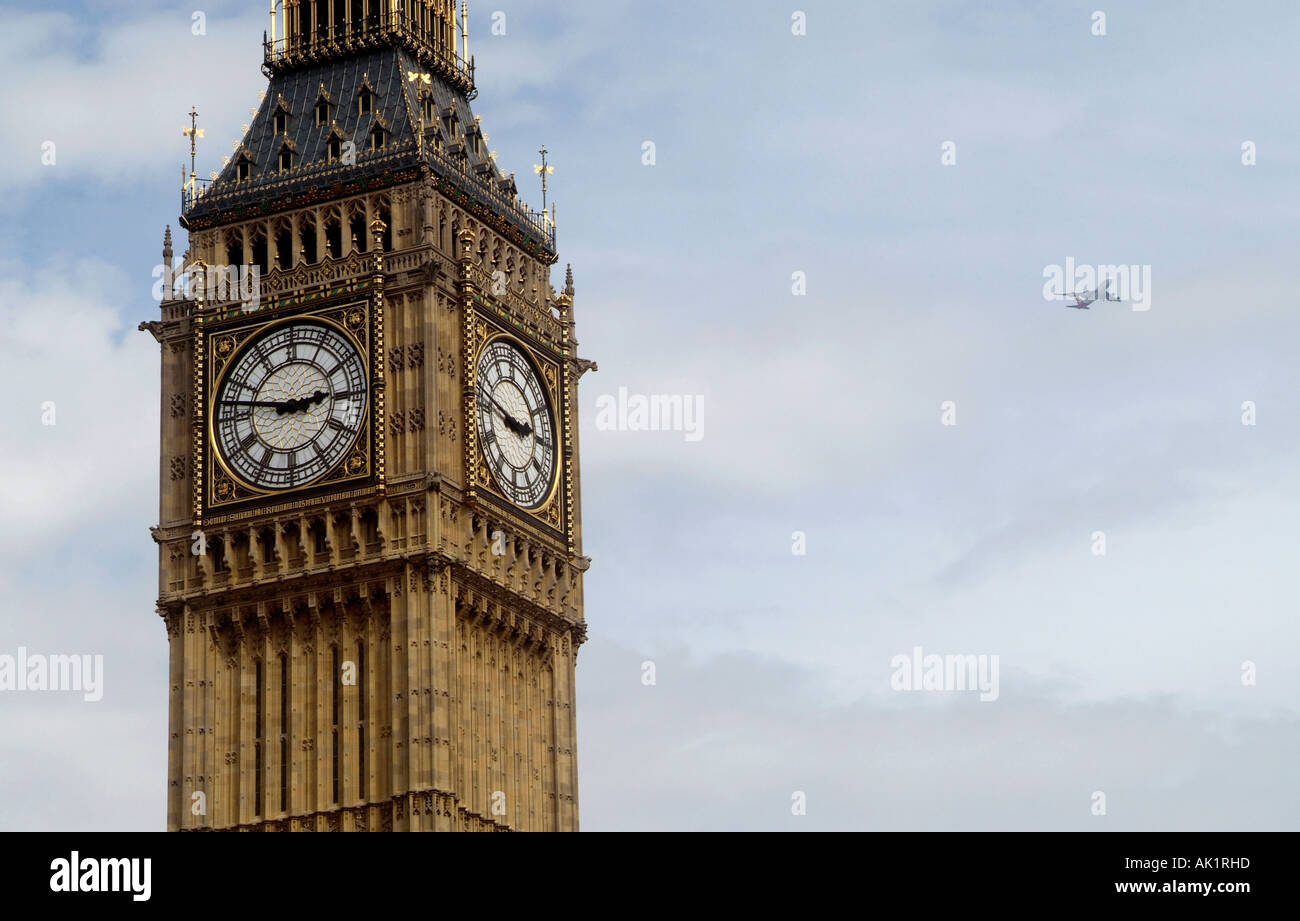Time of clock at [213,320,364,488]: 2:47
